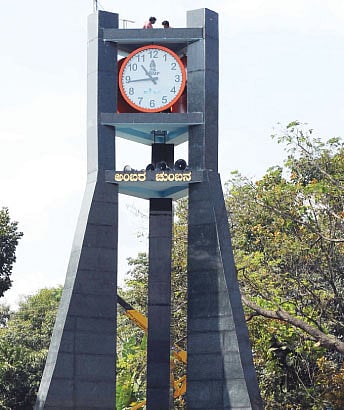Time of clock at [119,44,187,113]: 10:43
